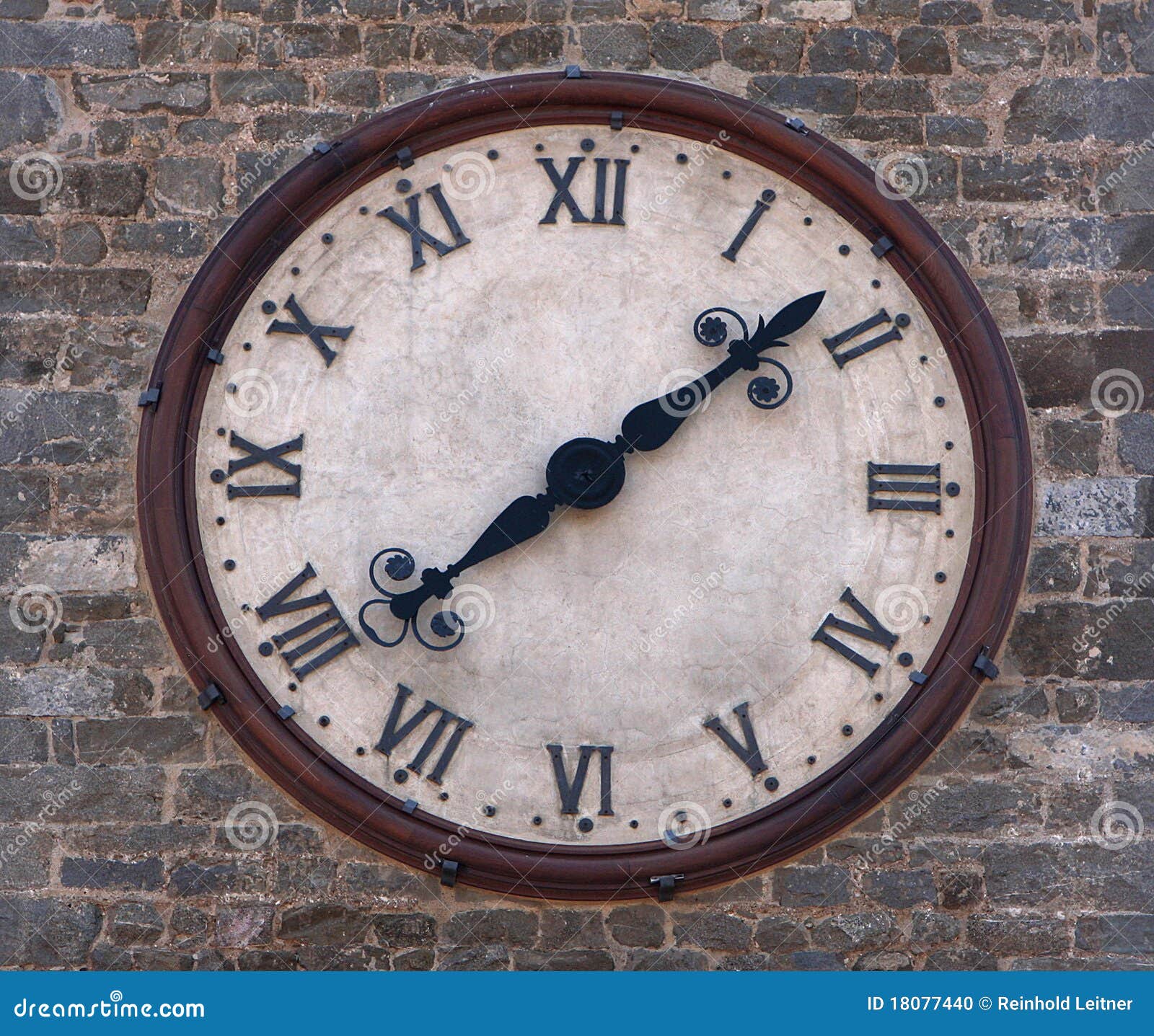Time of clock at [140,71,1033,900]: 1:38
